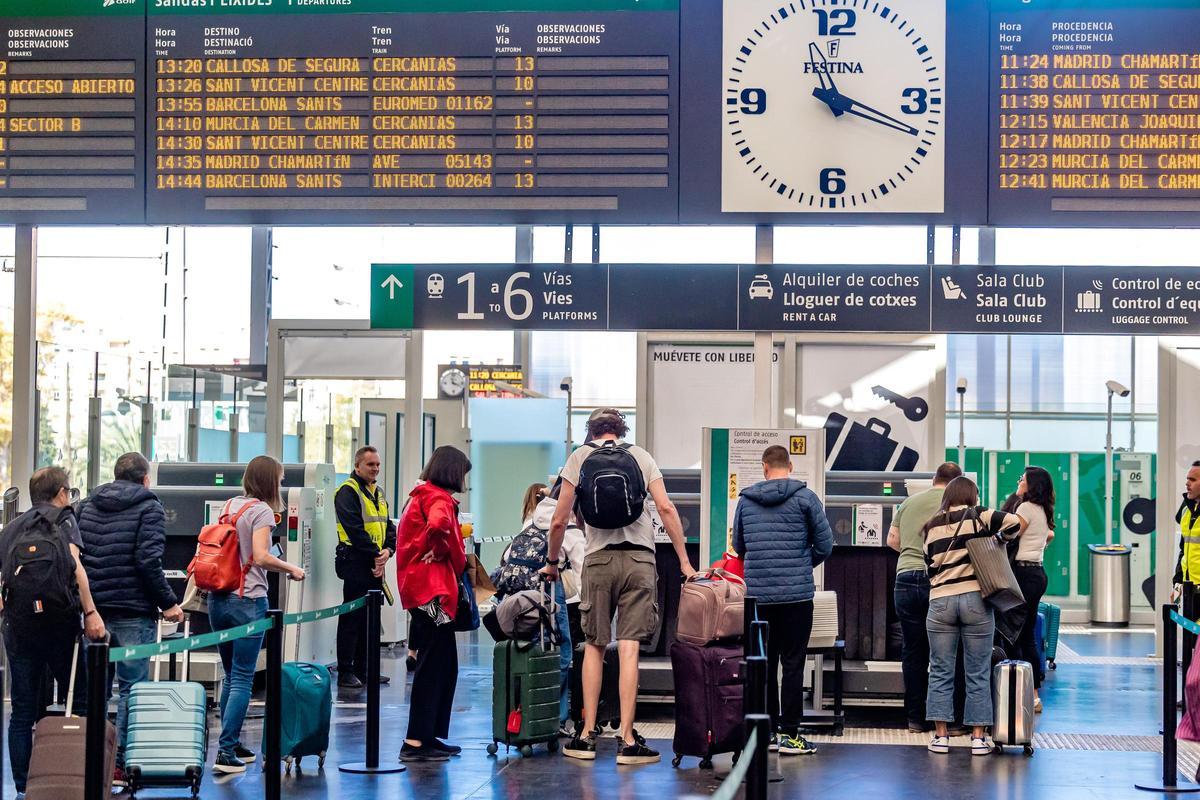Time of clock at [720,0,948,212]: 11:18
